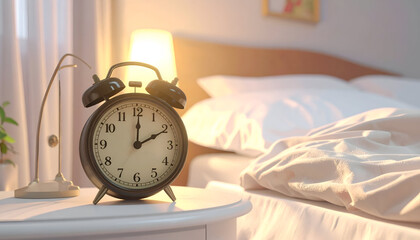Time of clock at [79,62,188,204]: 2:00
